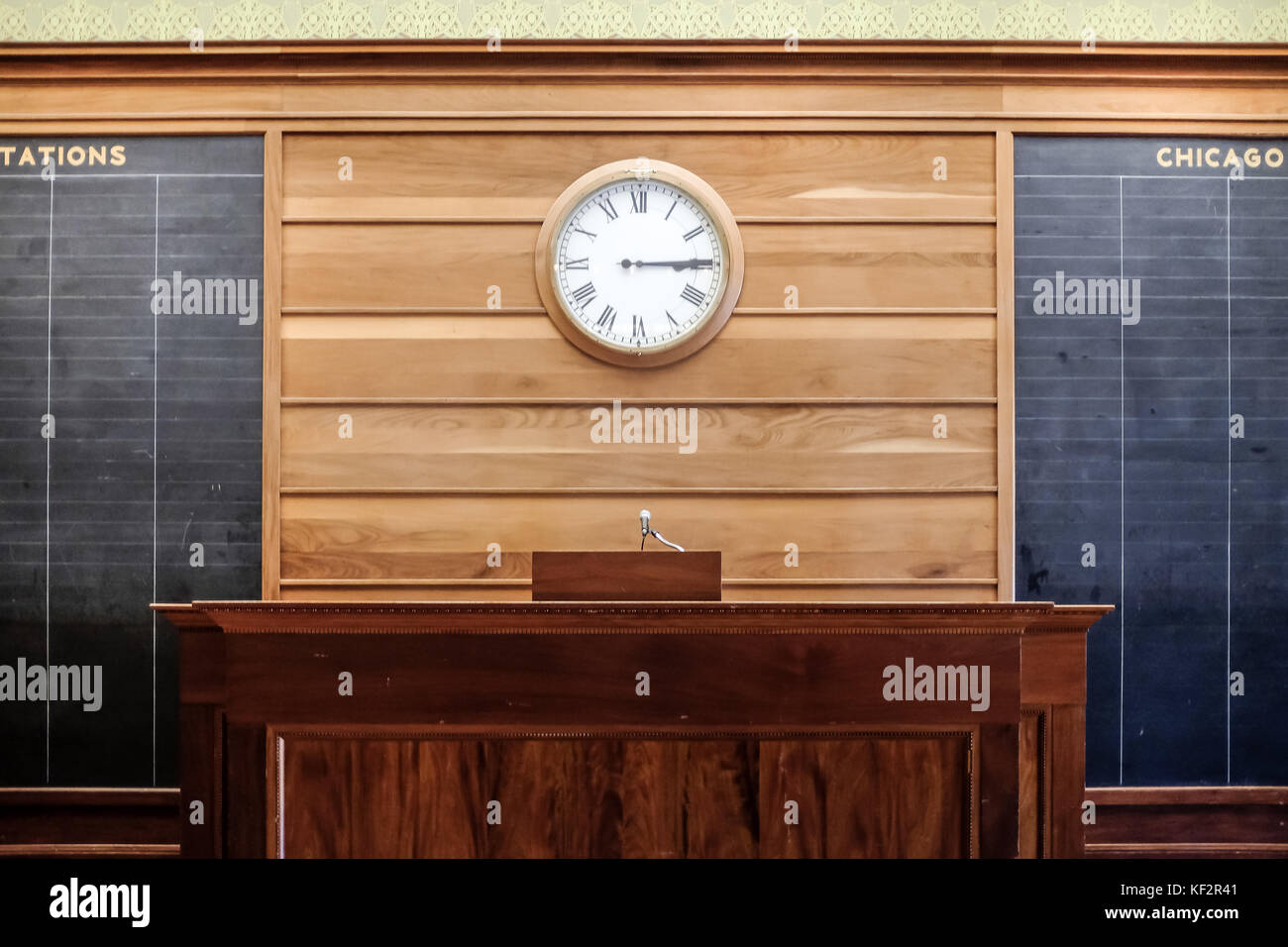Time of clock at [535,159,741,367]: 3:14
